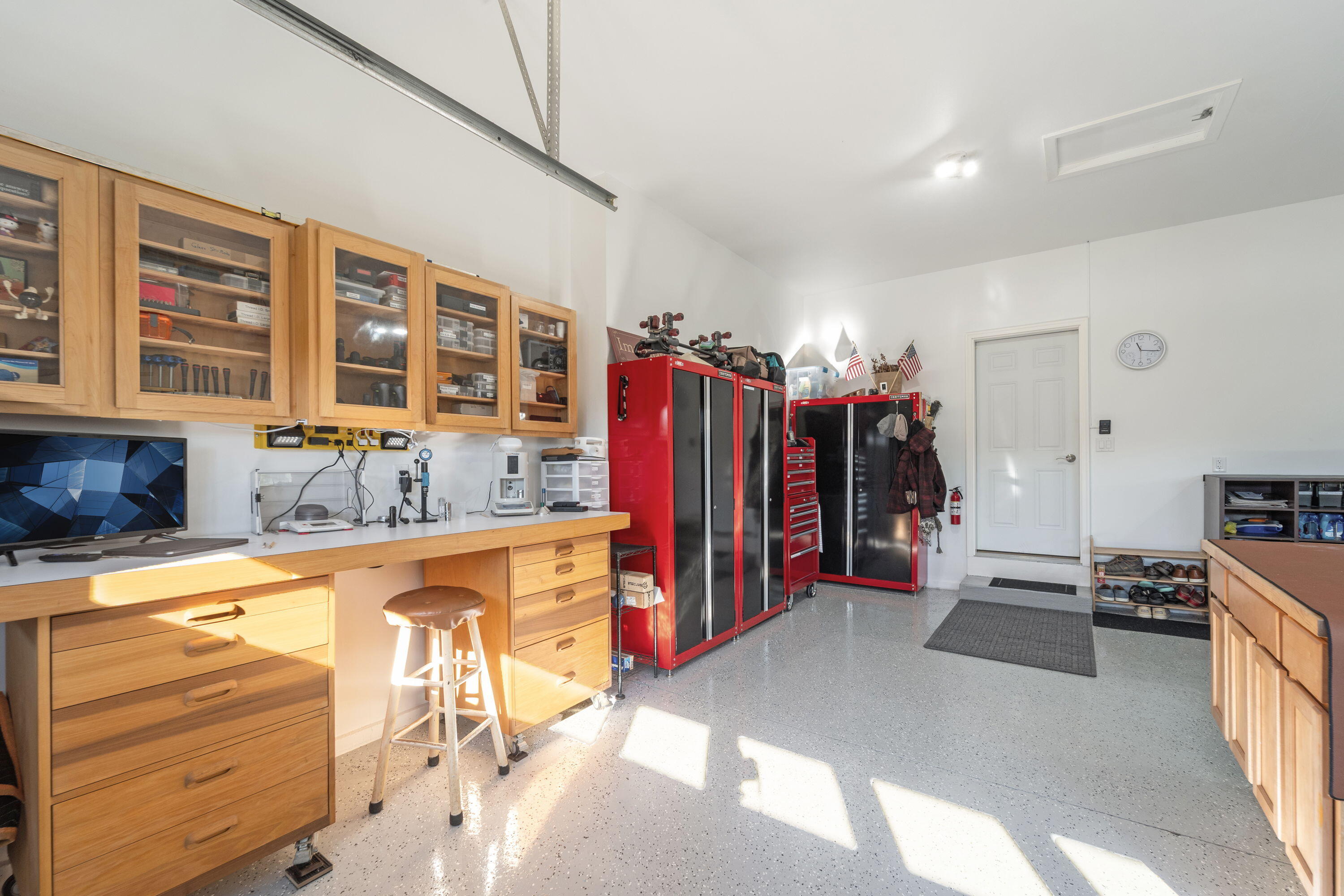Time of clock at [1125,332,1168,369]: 11:16
